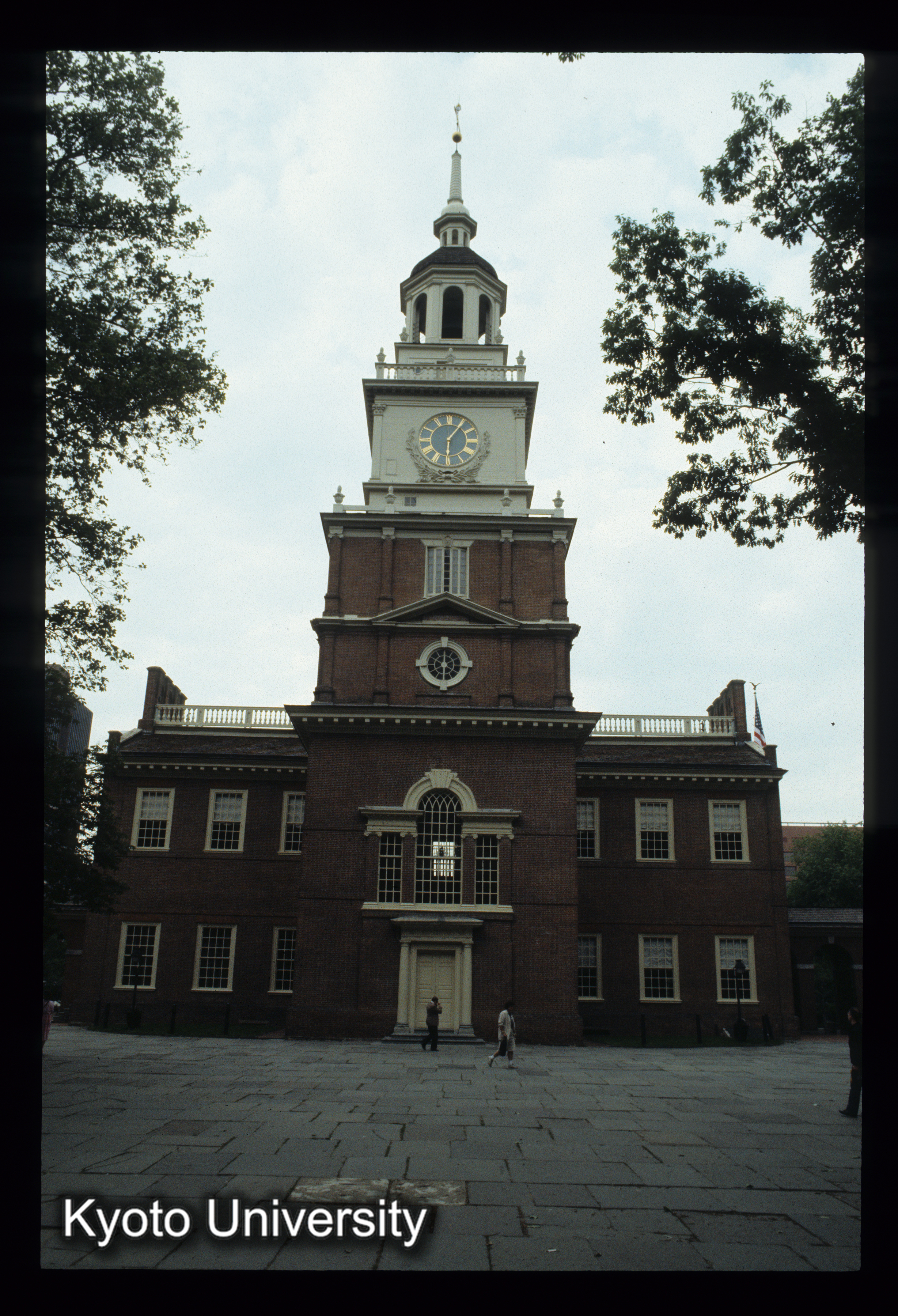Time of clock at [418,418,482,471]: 6:05
